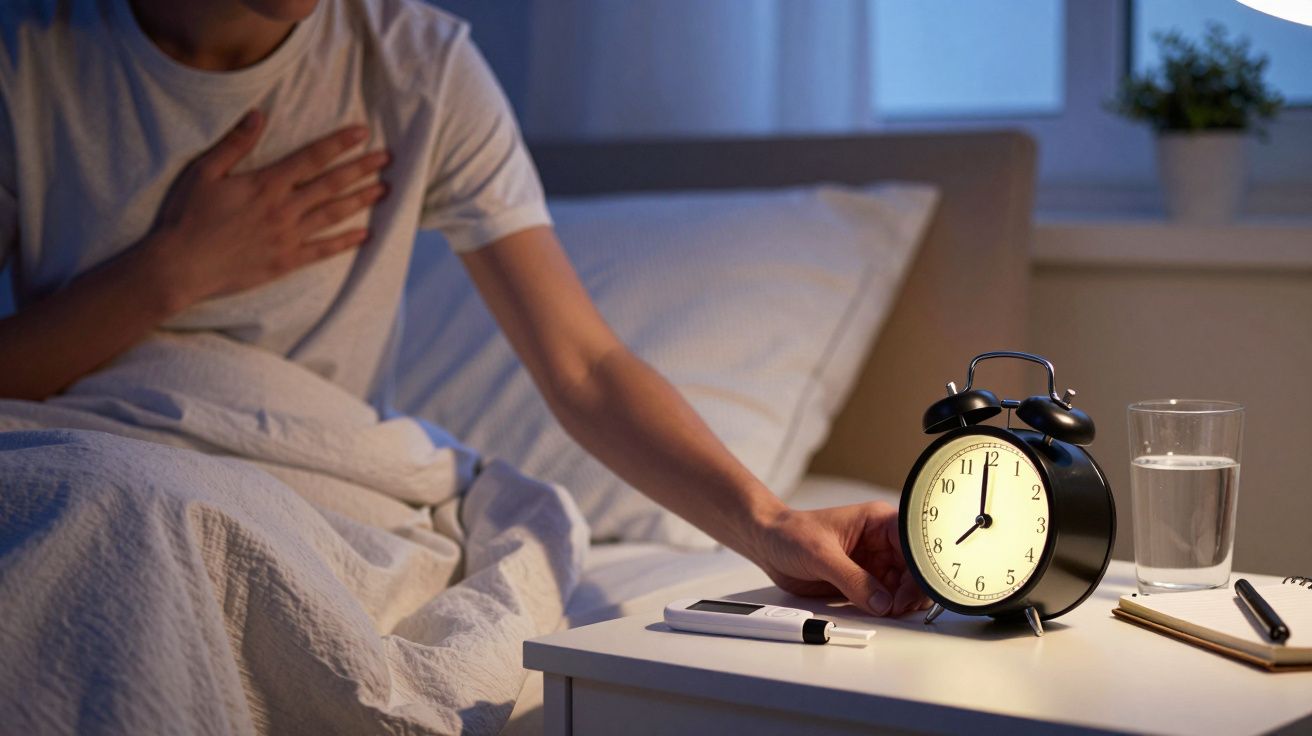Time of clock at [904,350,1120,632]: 7:59
